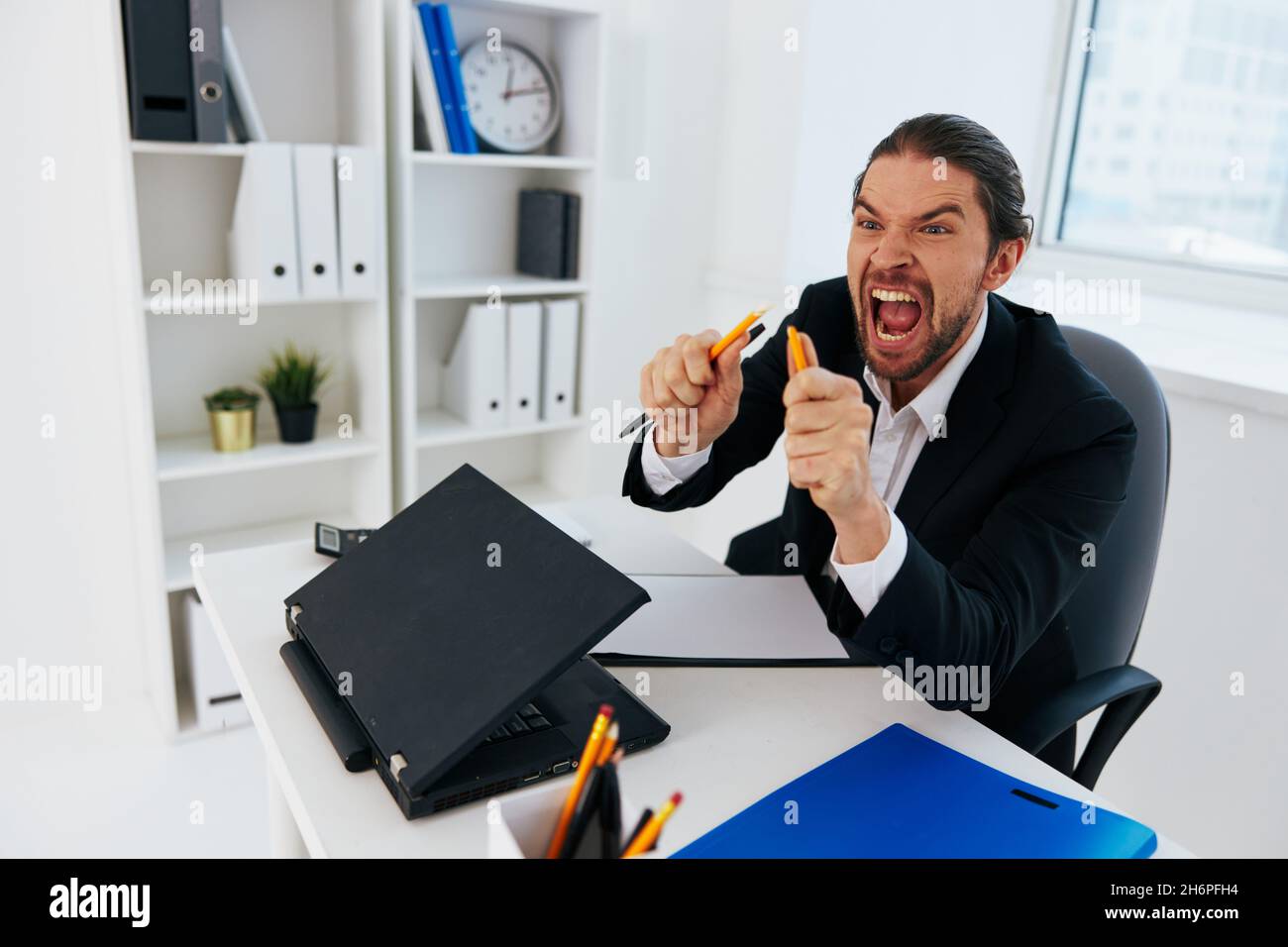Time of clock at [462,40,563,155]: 12:12
